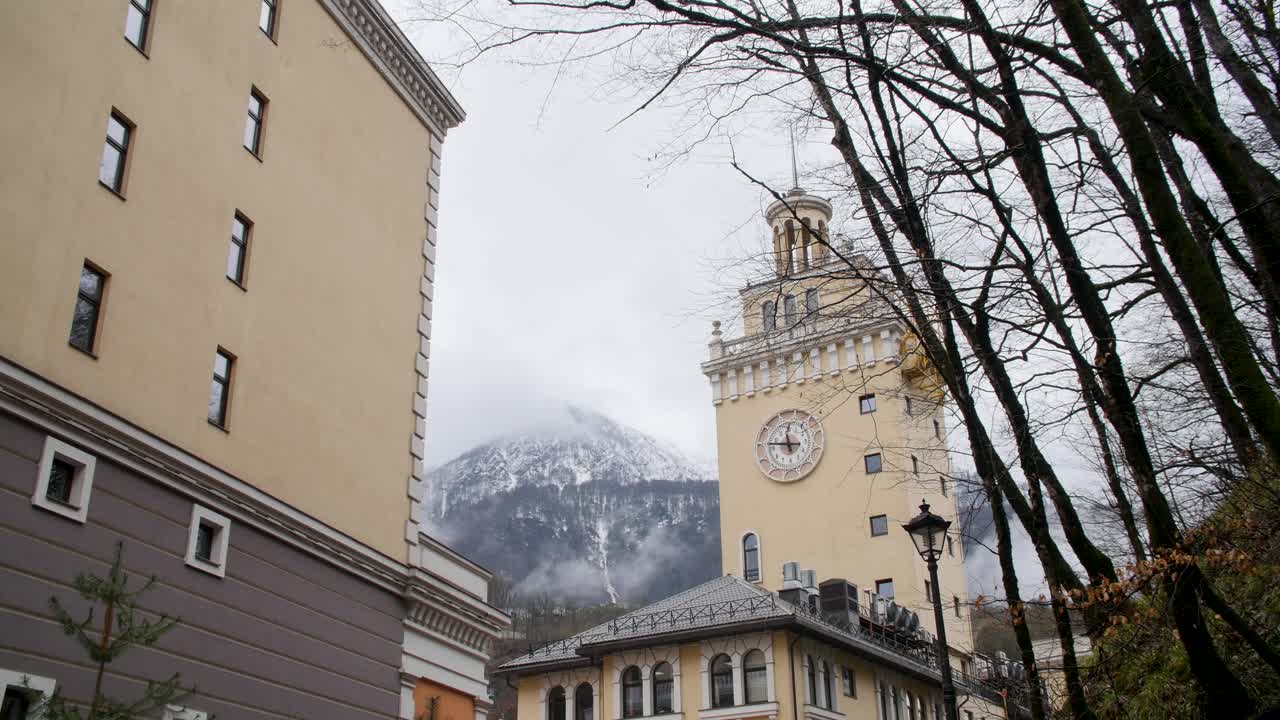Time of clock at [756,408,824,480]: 11:46
